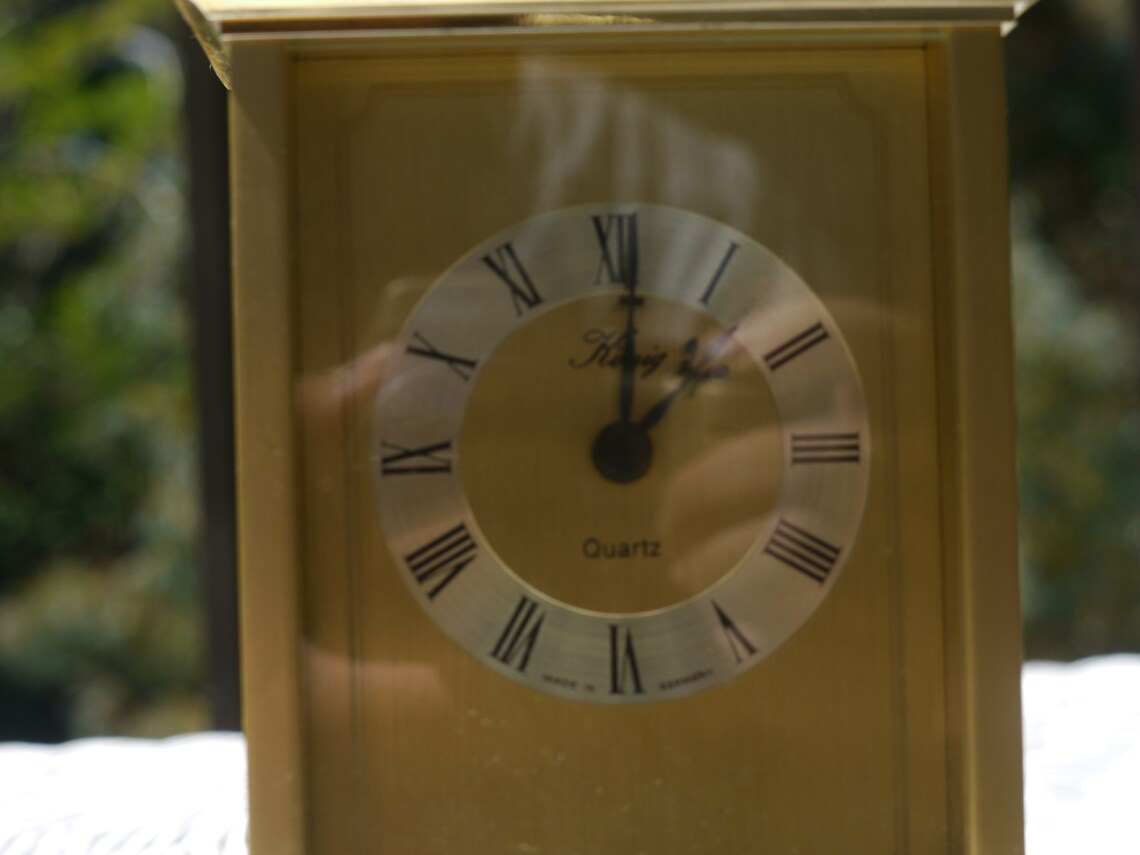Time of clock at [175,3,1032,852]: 1:01
